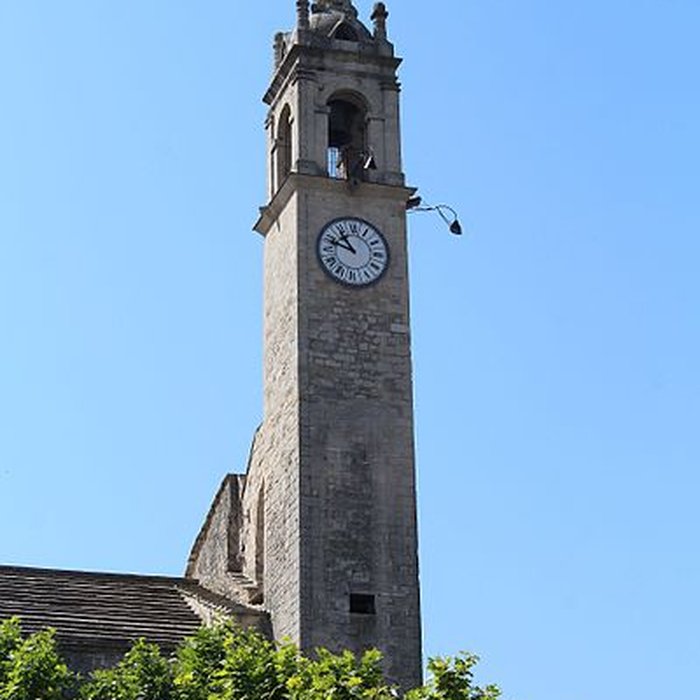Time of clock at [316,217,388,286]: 10:48
